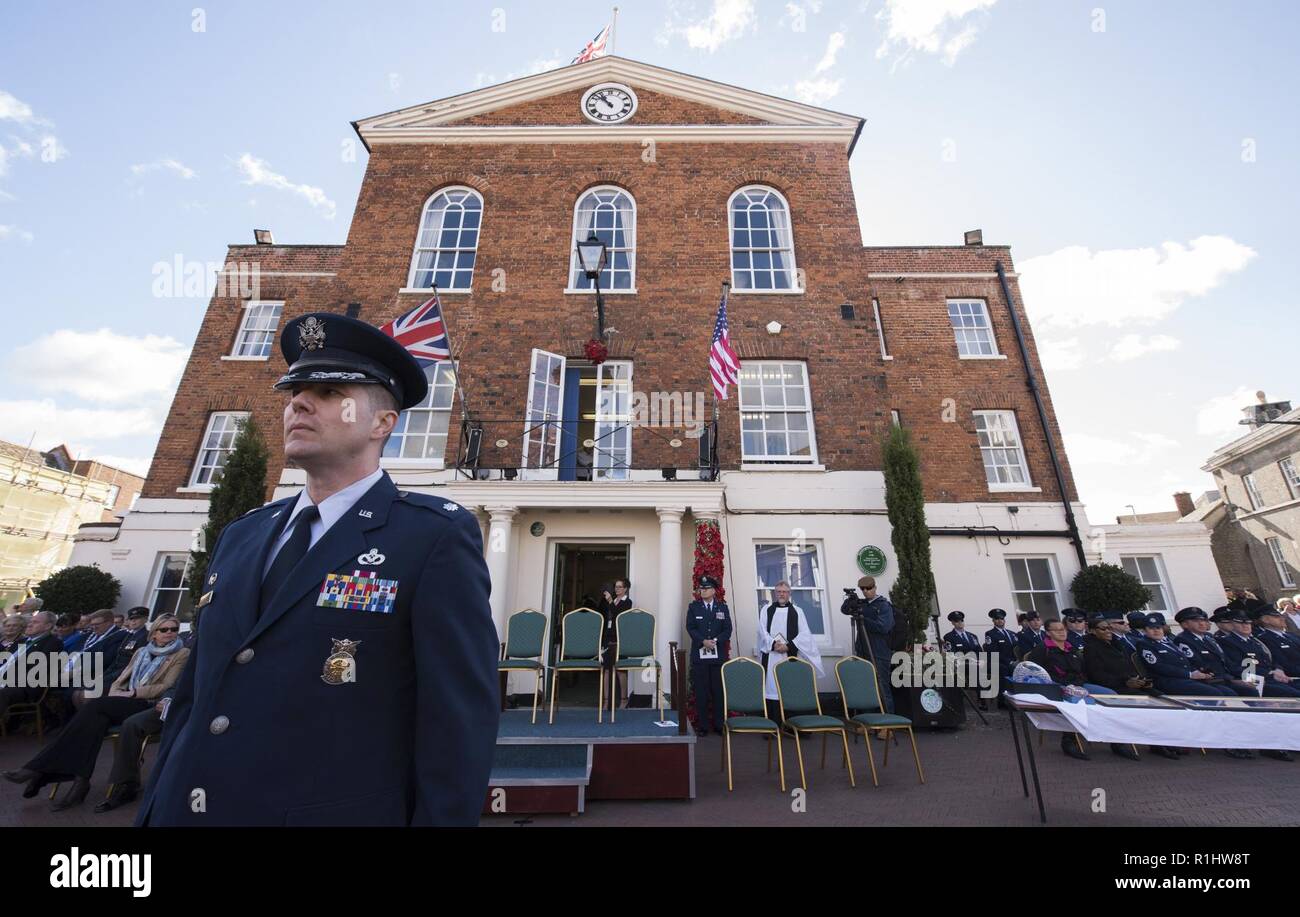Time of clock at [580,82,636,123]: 10:52
